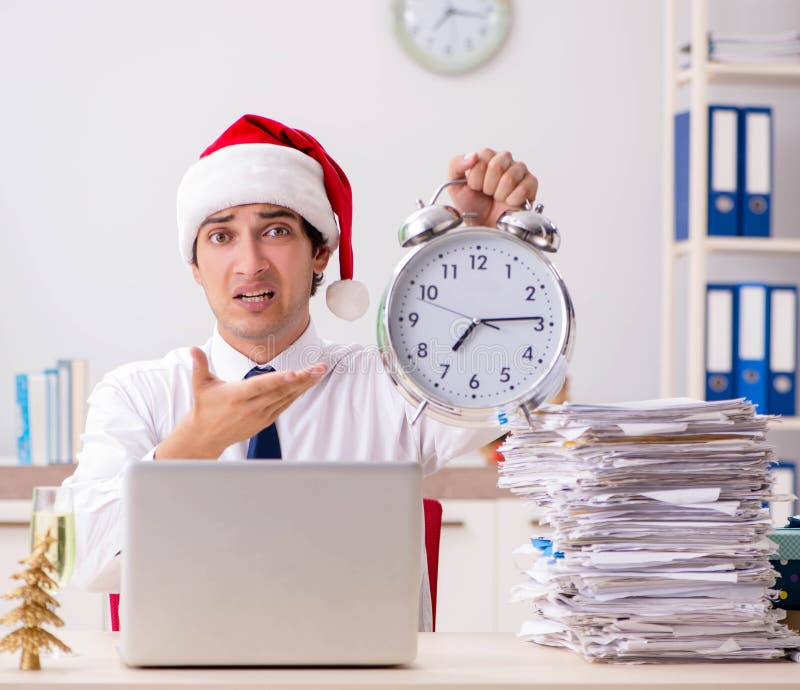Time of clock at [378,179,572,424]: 7:14
